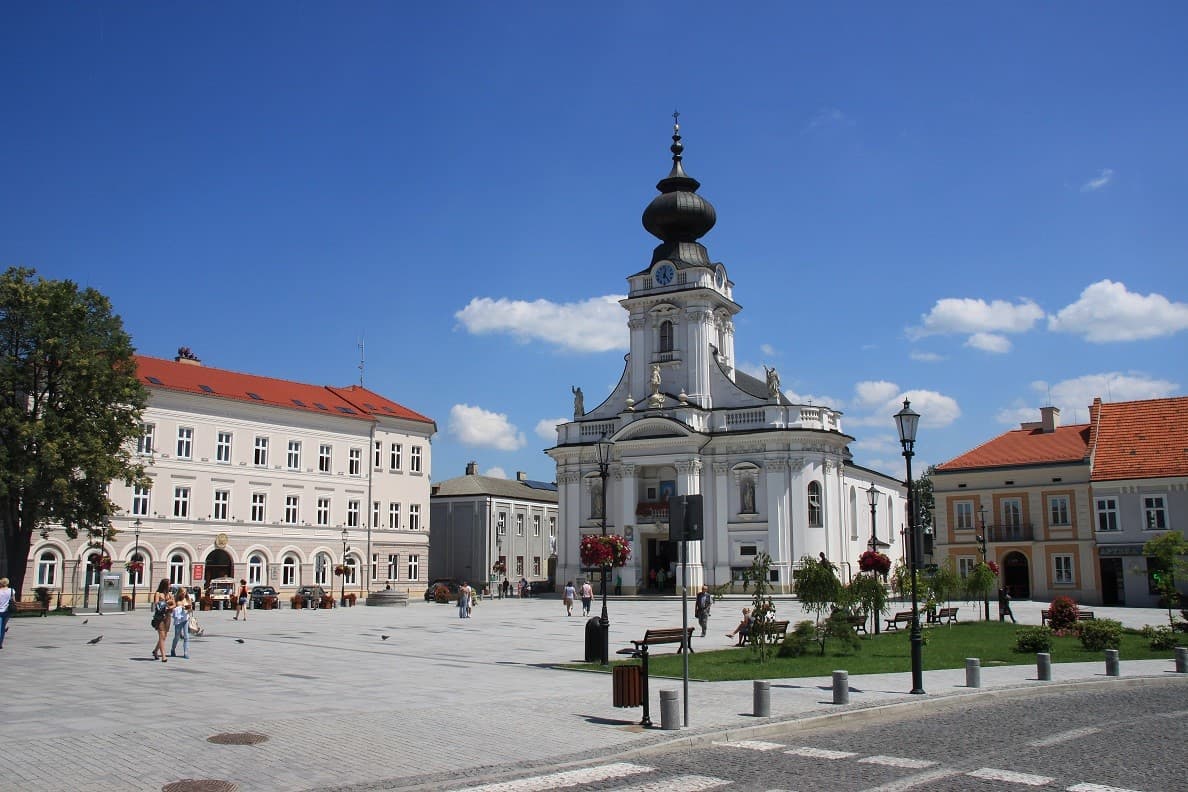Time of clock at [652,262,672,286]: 12:23
